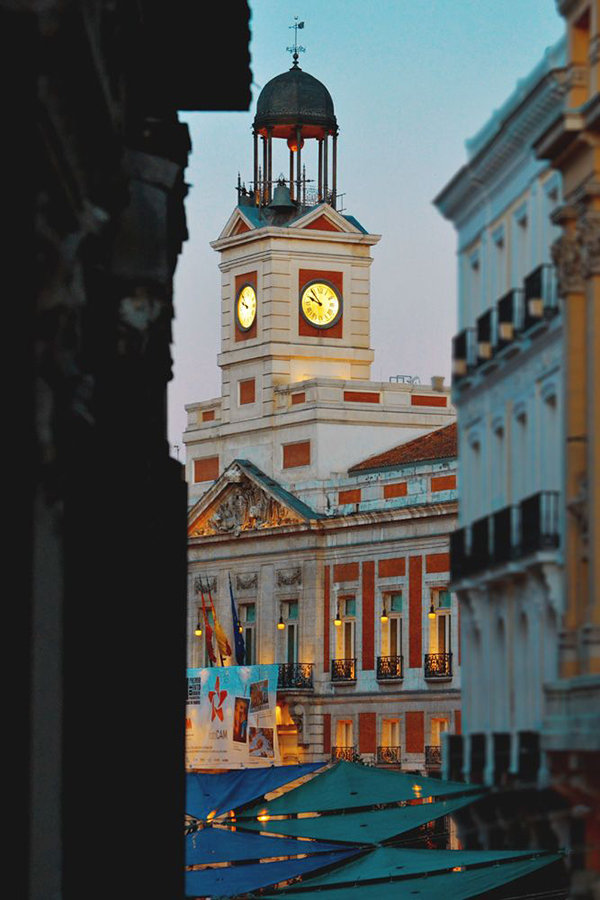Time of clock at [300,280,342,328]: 9:53
